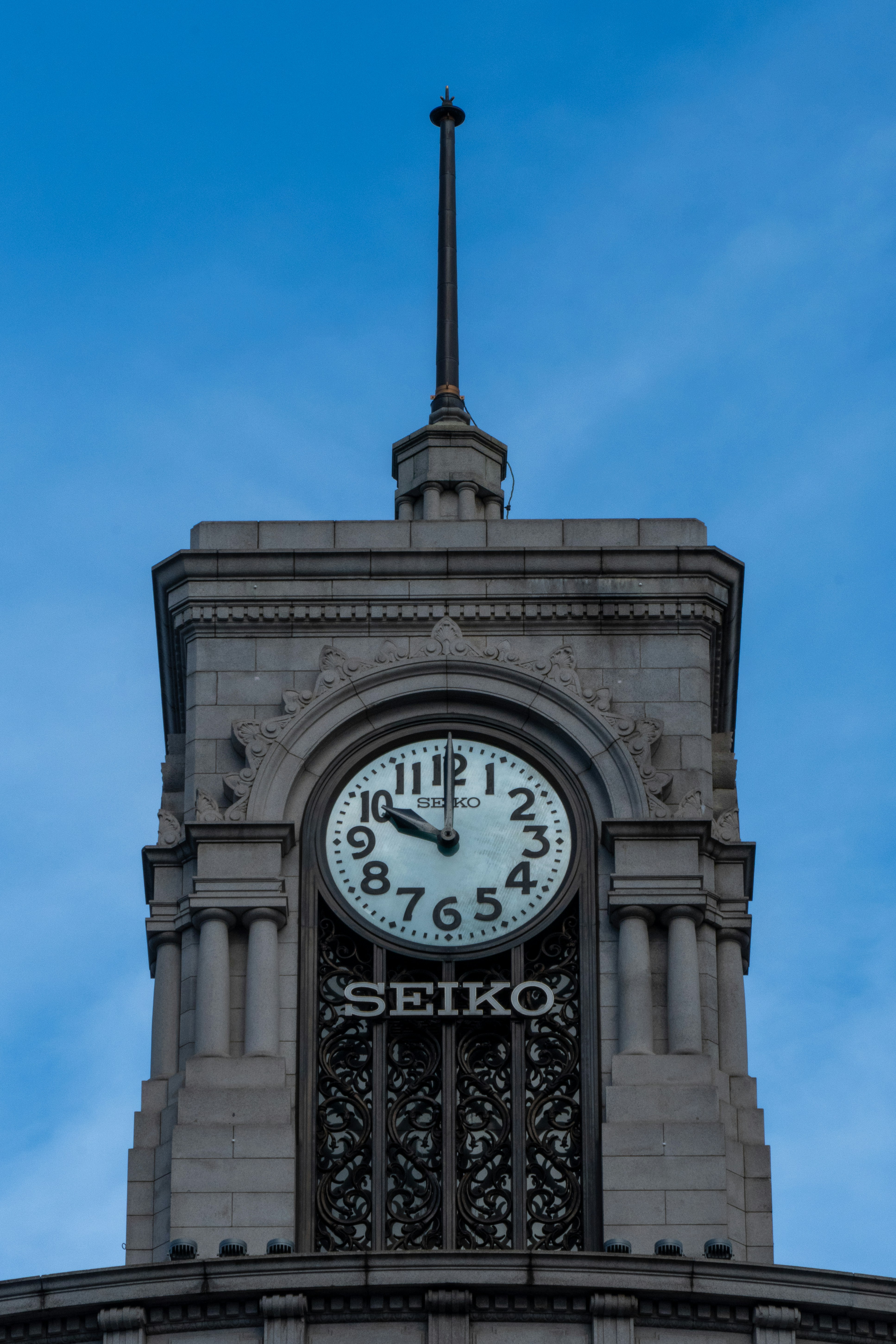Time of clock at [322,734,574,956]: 10:00
